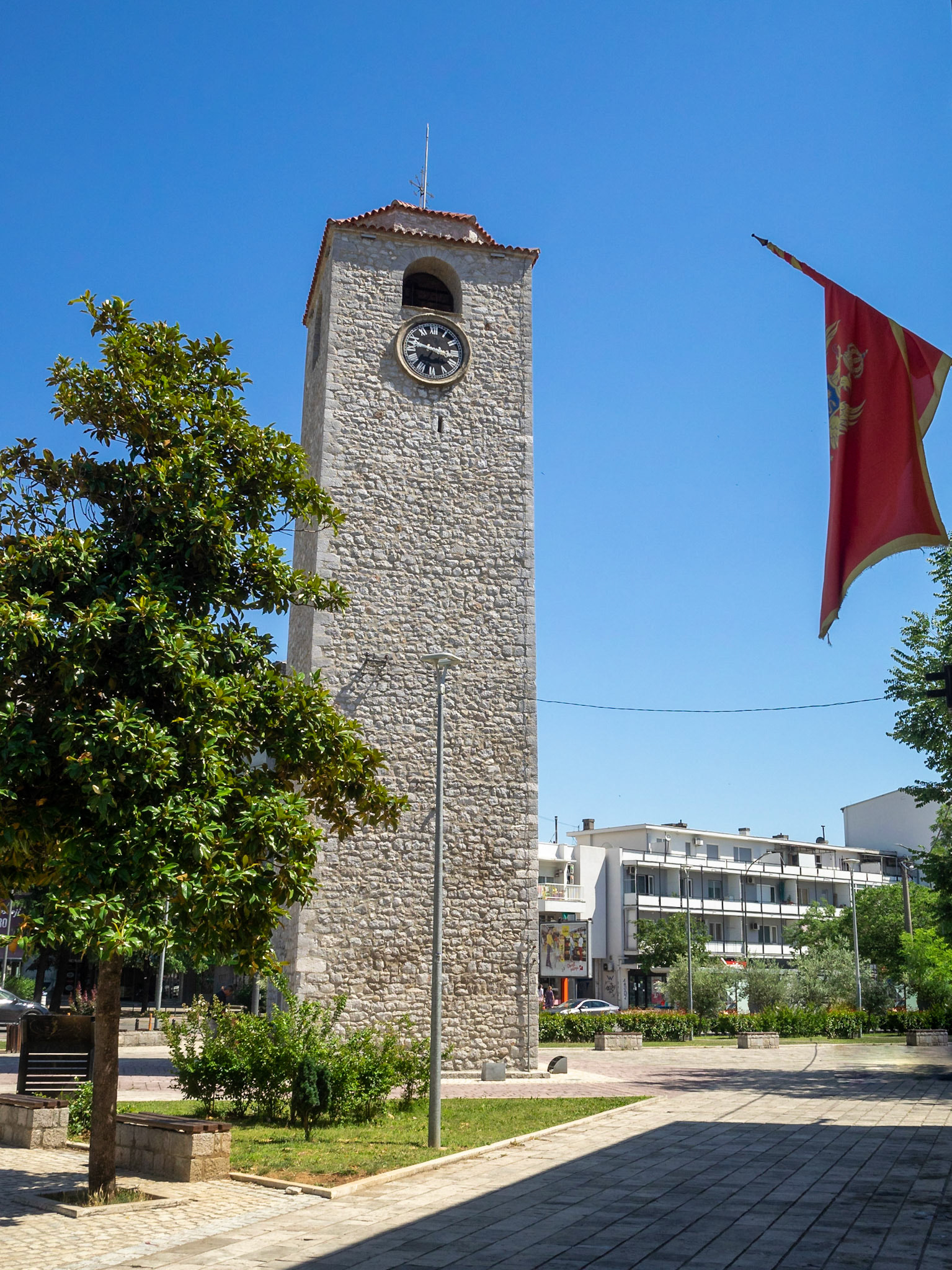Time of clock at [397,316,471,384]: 3:47
